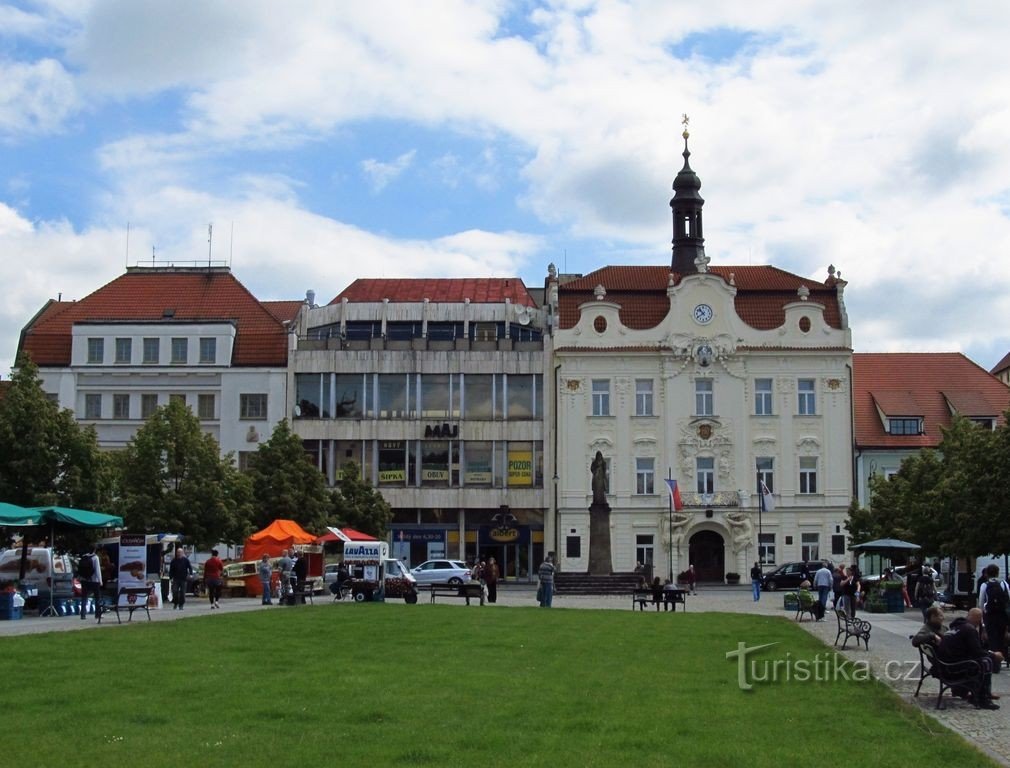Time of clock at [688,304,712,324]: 10:39
